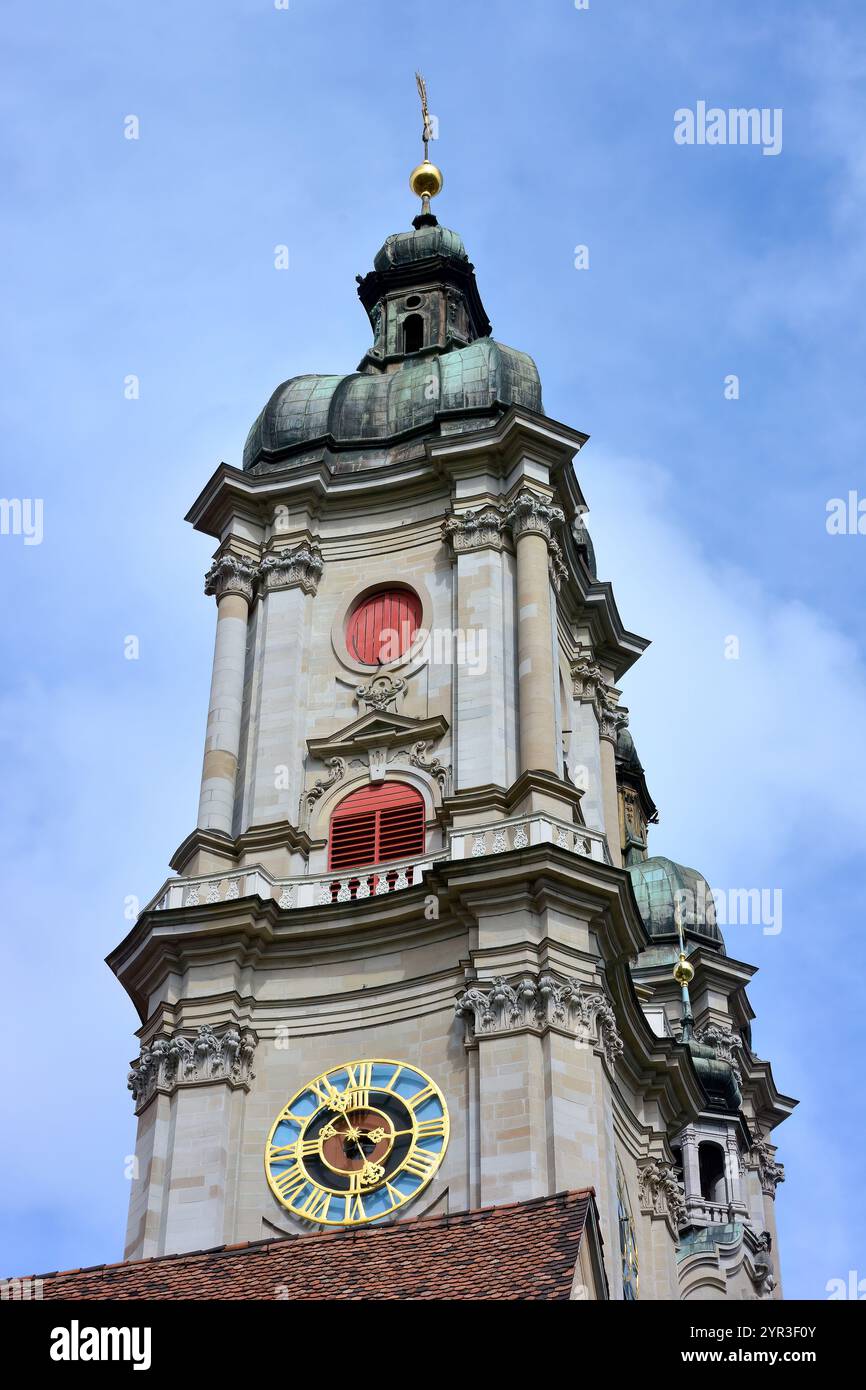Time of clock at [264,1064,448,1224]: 2:56
